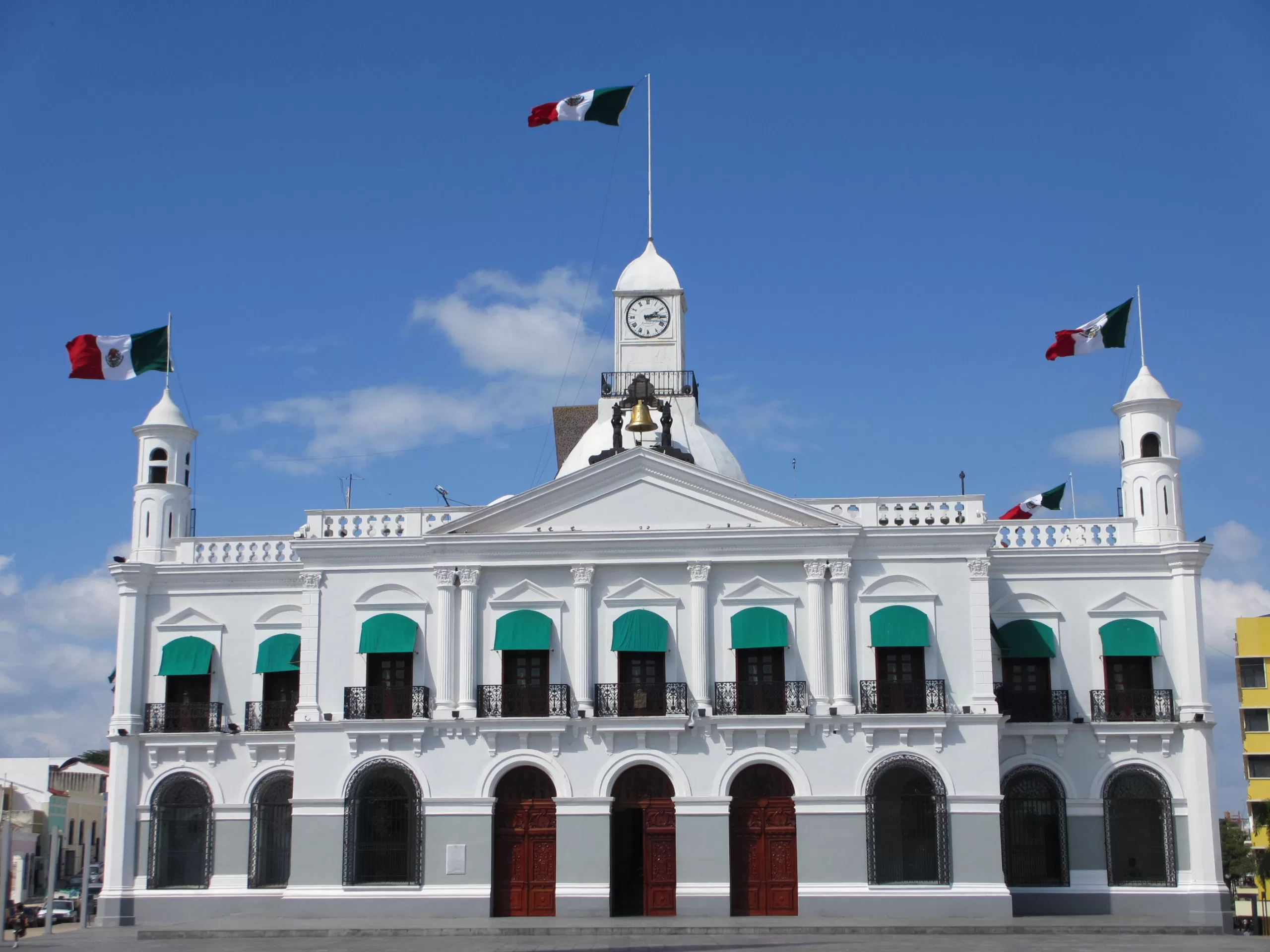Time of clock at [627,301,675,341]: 2:15
